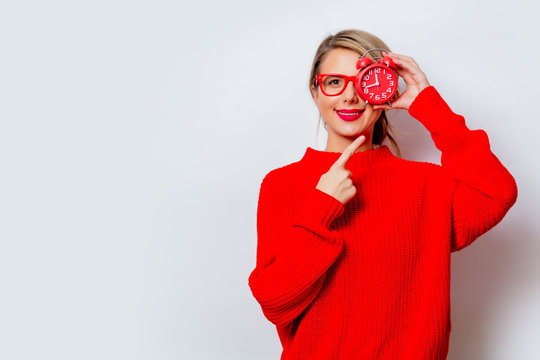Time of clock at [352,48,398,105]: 11:42
